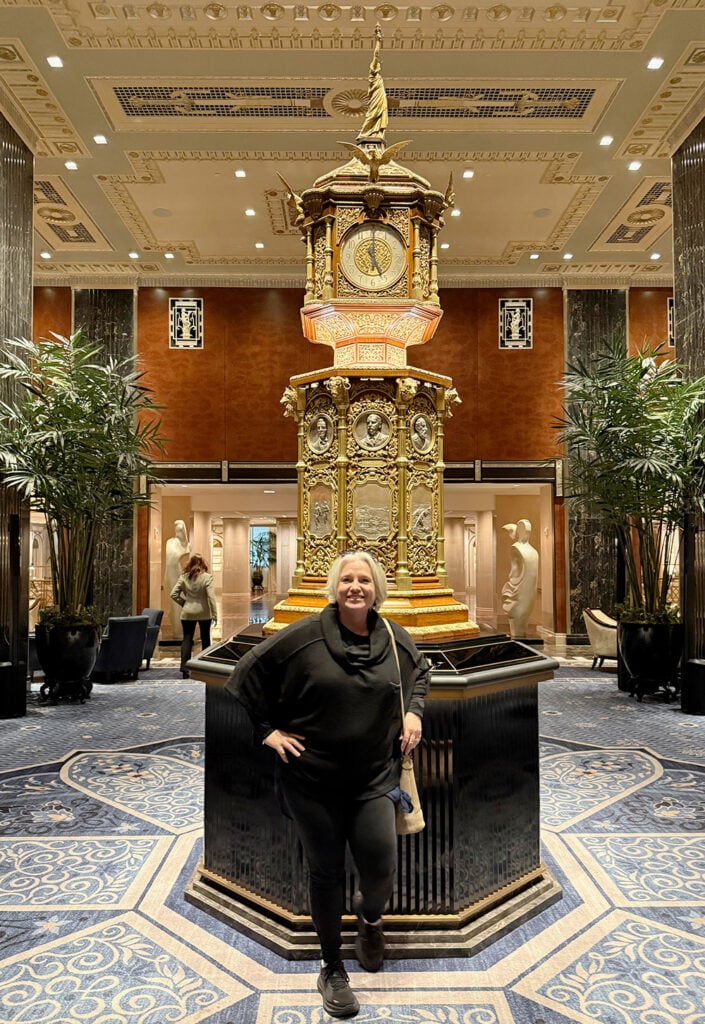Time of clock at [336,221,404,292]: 5:00
